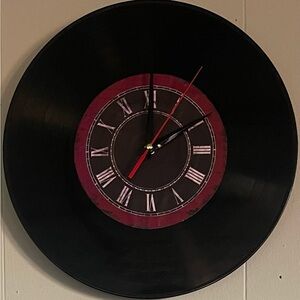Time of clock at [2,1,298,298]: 2:00
